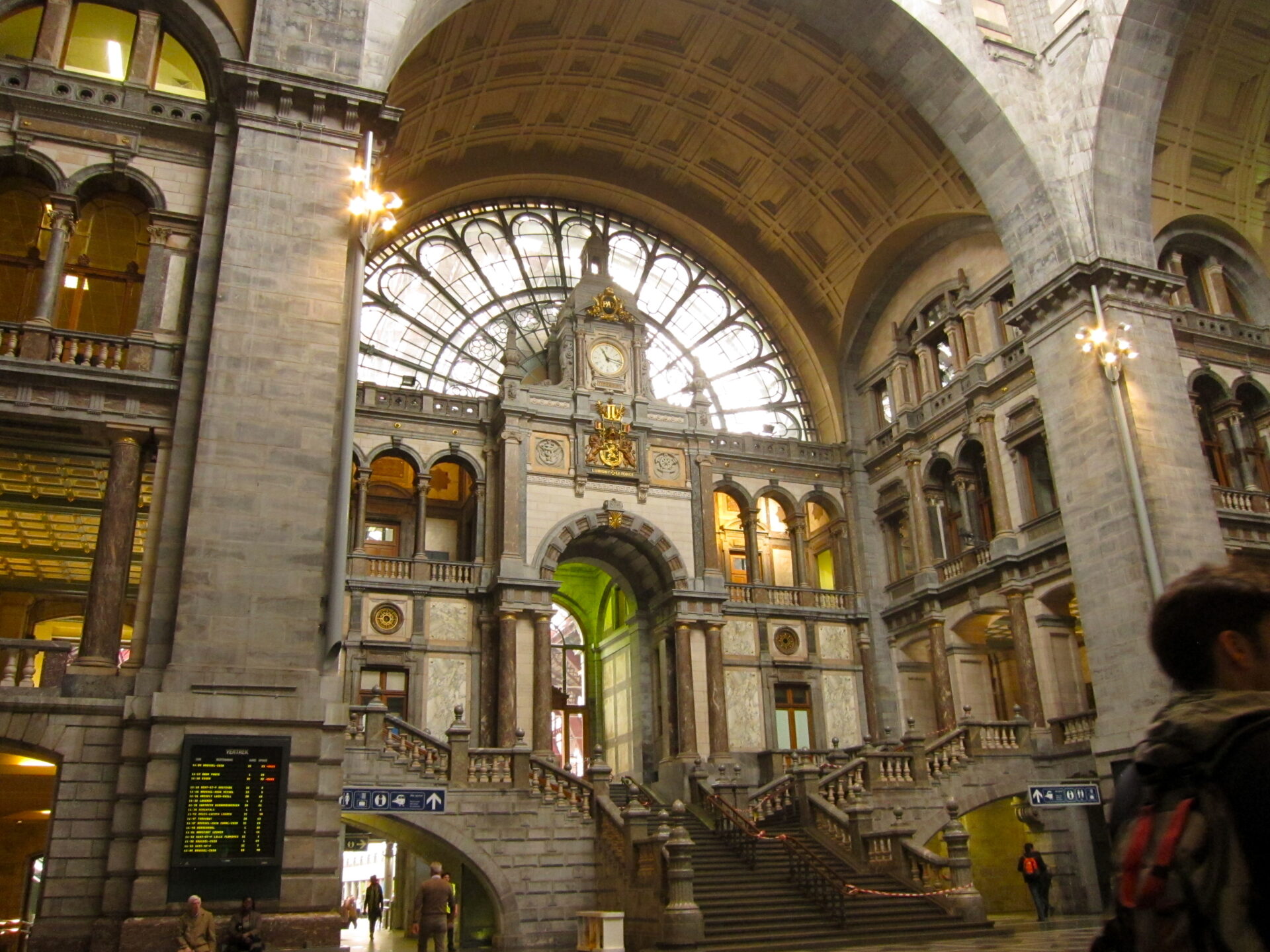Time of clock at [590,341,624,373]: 11:17
